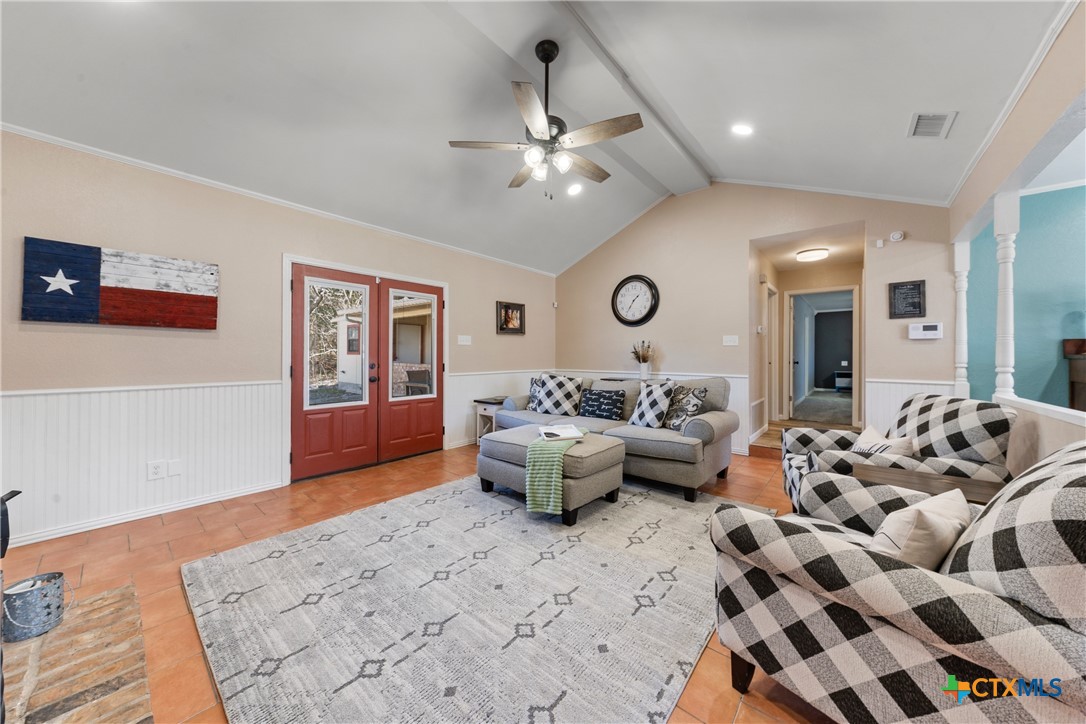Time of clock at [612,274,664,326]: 1:35
